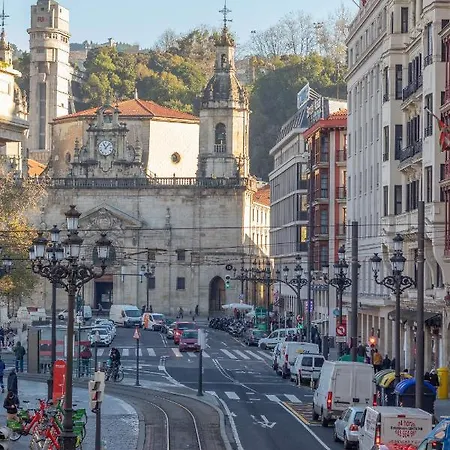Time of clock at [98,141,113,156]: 11:07
